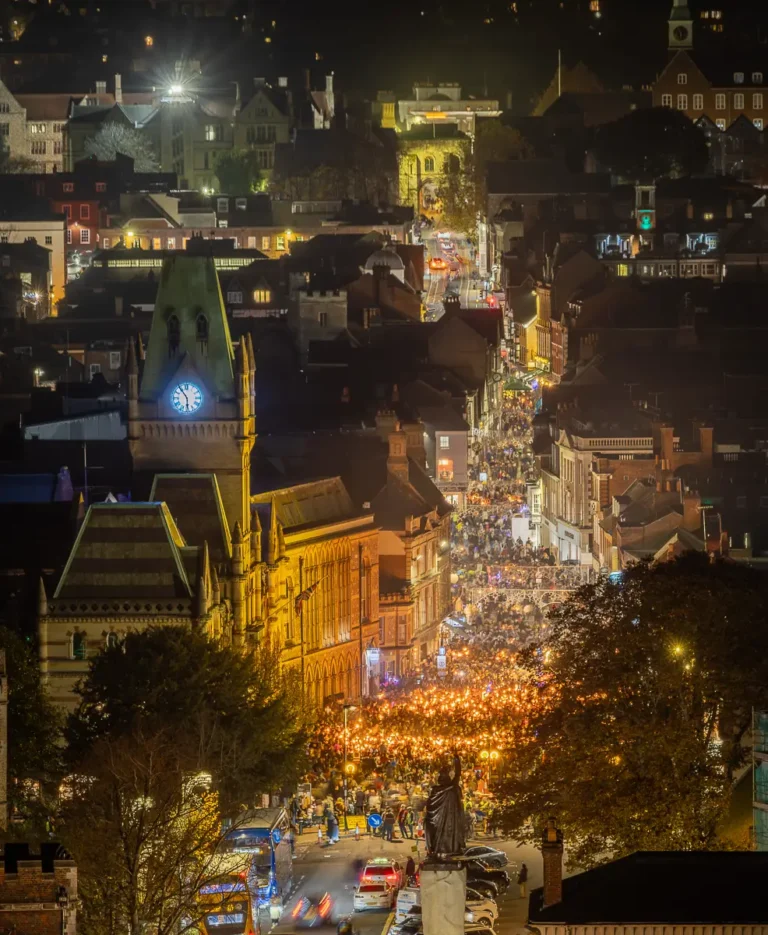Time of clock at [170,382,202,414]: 5:54
